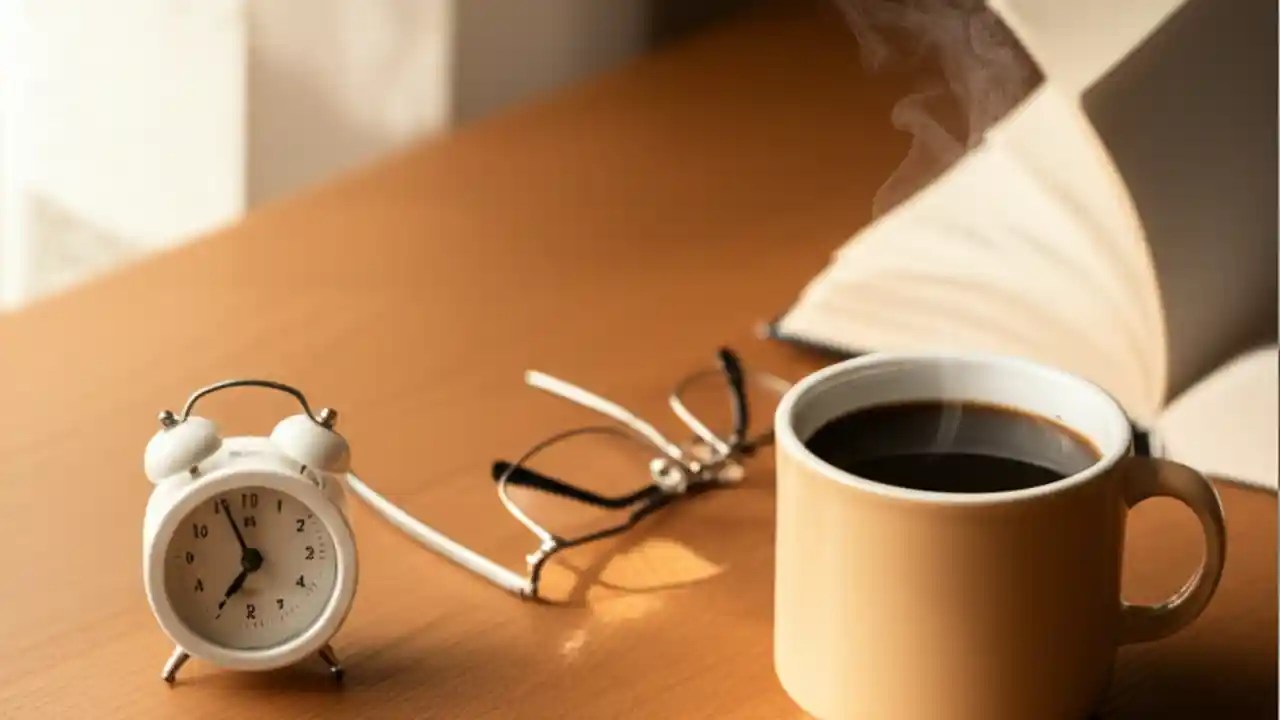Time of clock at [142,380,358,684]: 6:56
